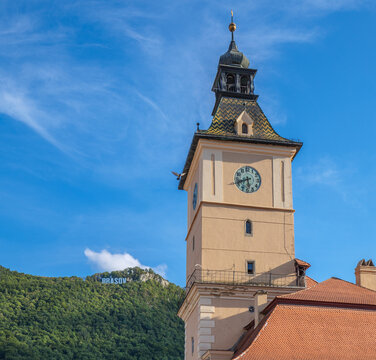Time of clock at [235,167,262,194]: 5:41
